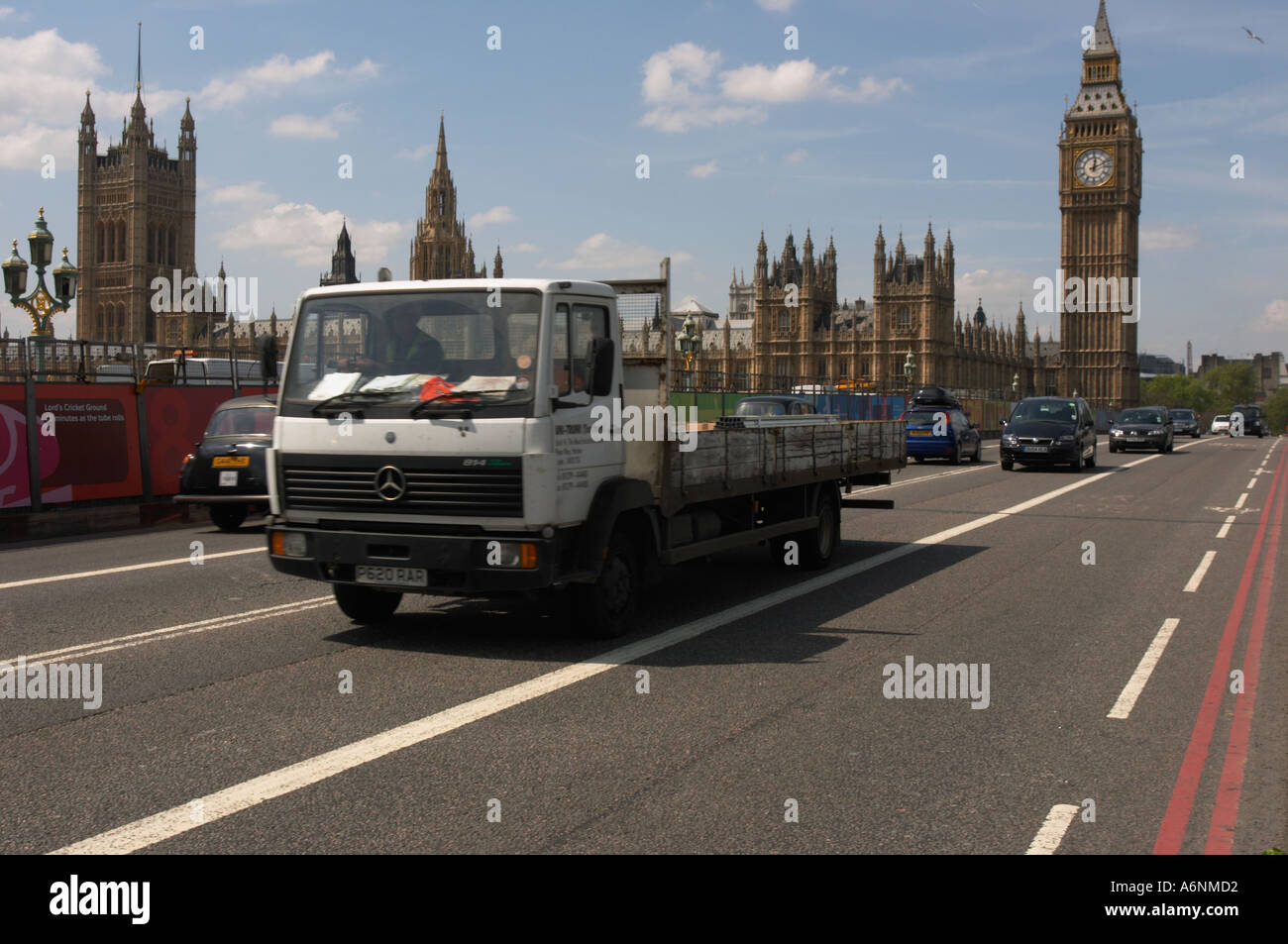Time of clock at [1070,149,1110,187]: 12:11
